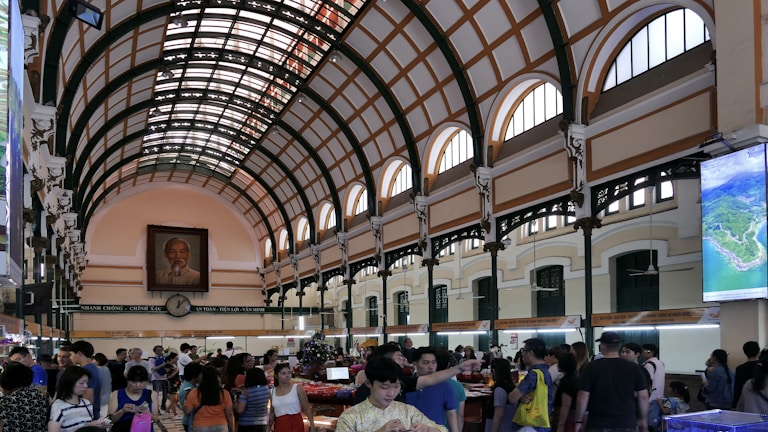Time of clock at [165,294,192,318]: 12:06
